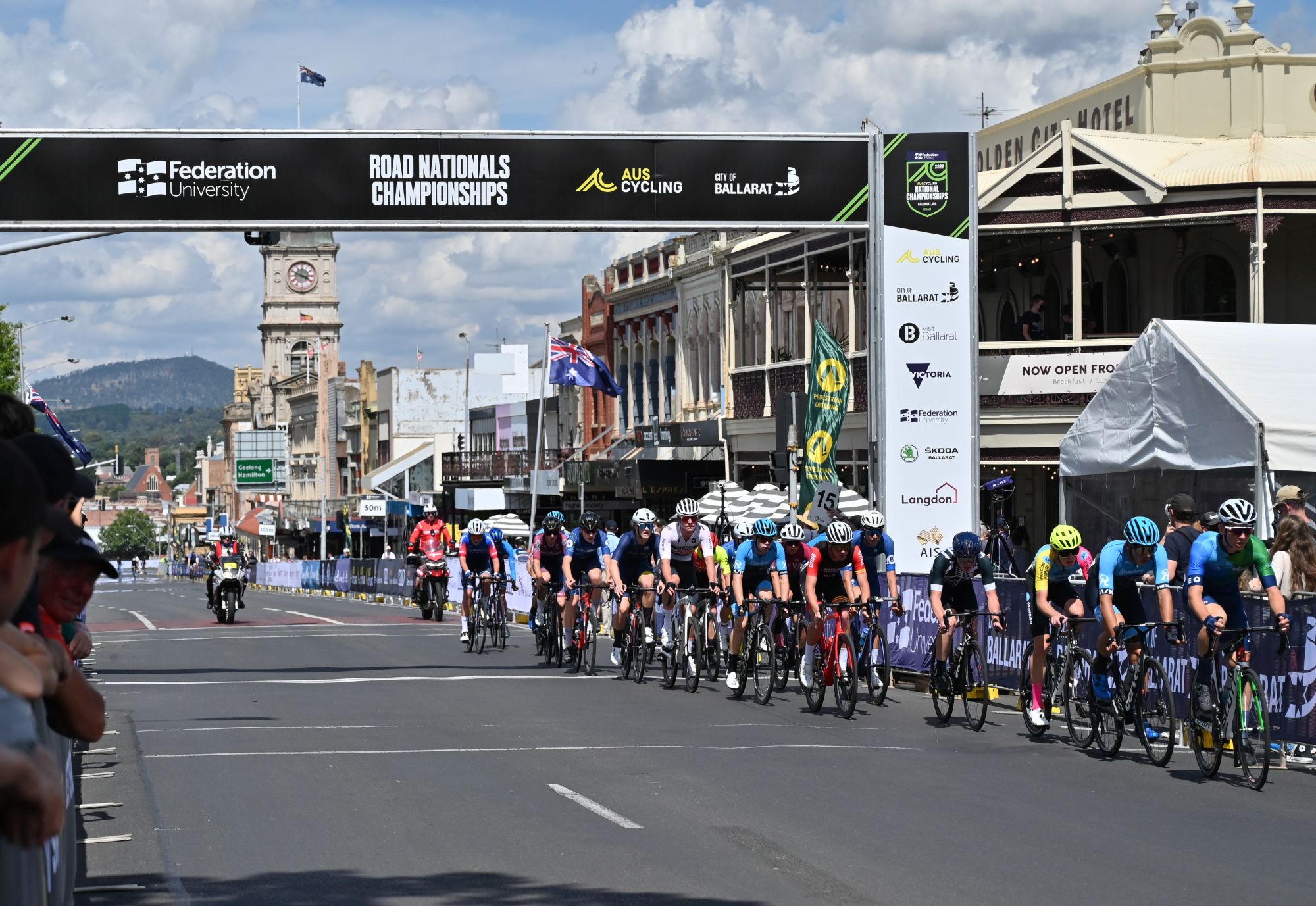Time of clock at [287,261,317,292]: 3:48
